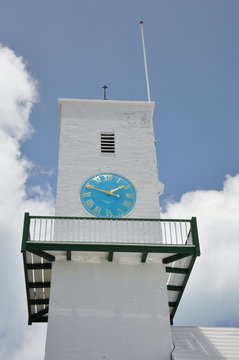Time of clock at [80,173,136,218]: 1:48
